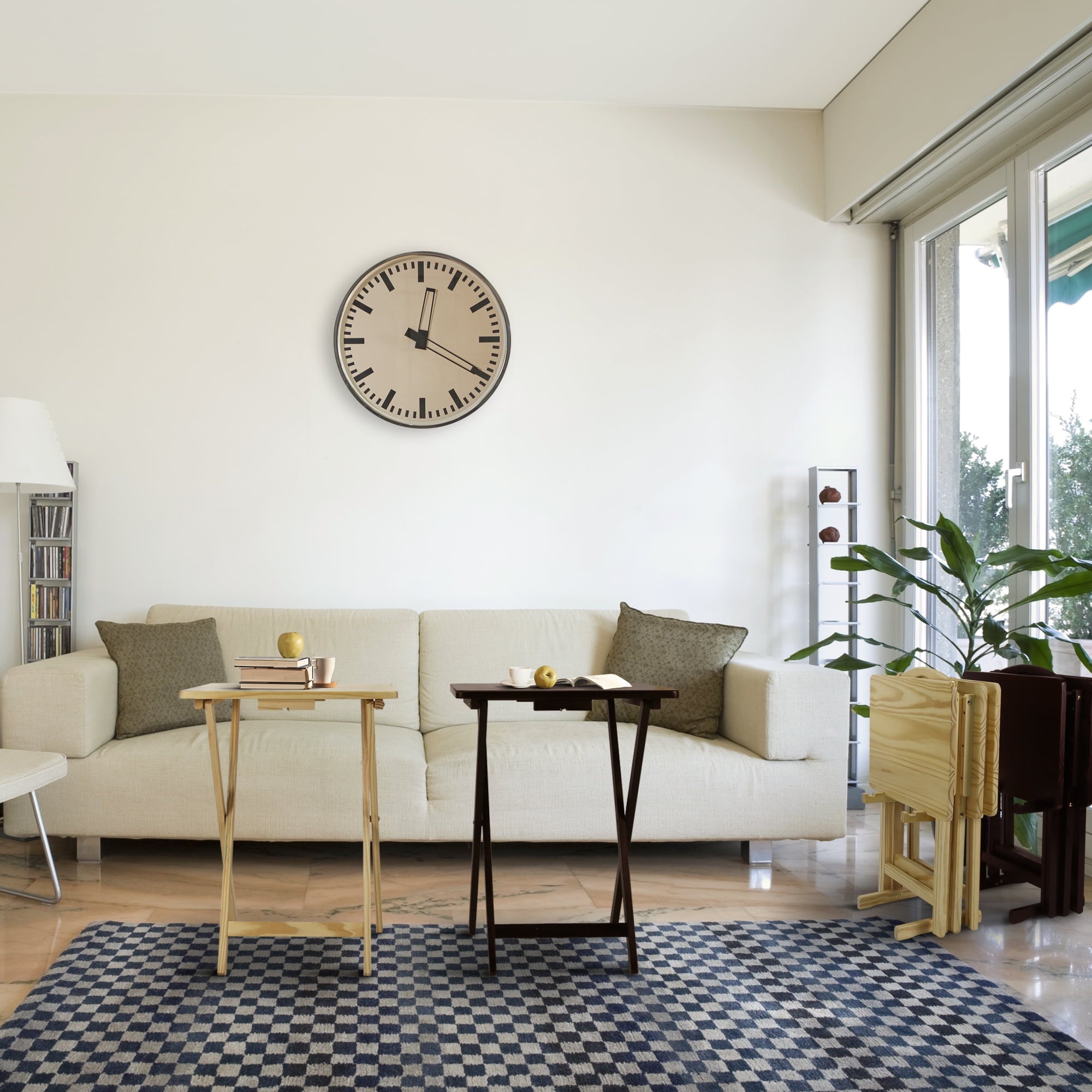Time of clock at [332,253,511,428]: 12:20
